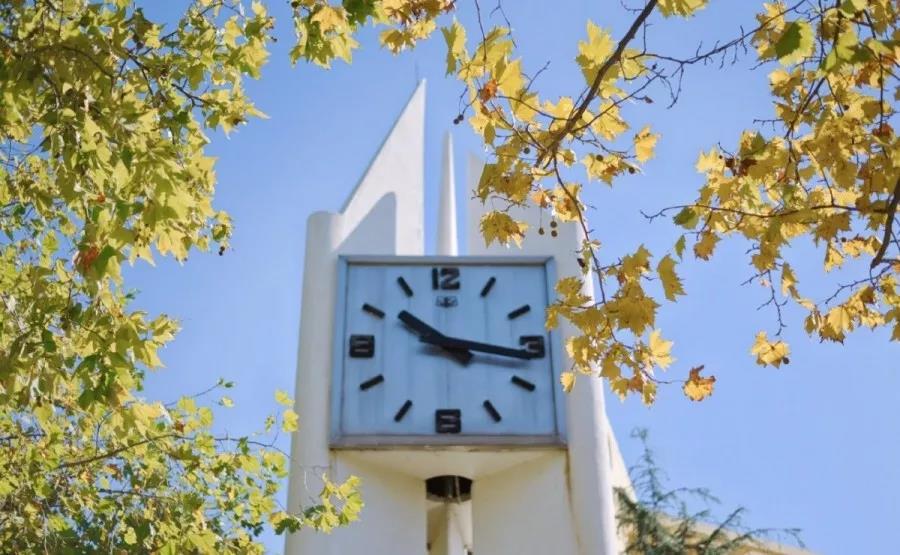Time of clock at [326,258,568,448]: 10:16
